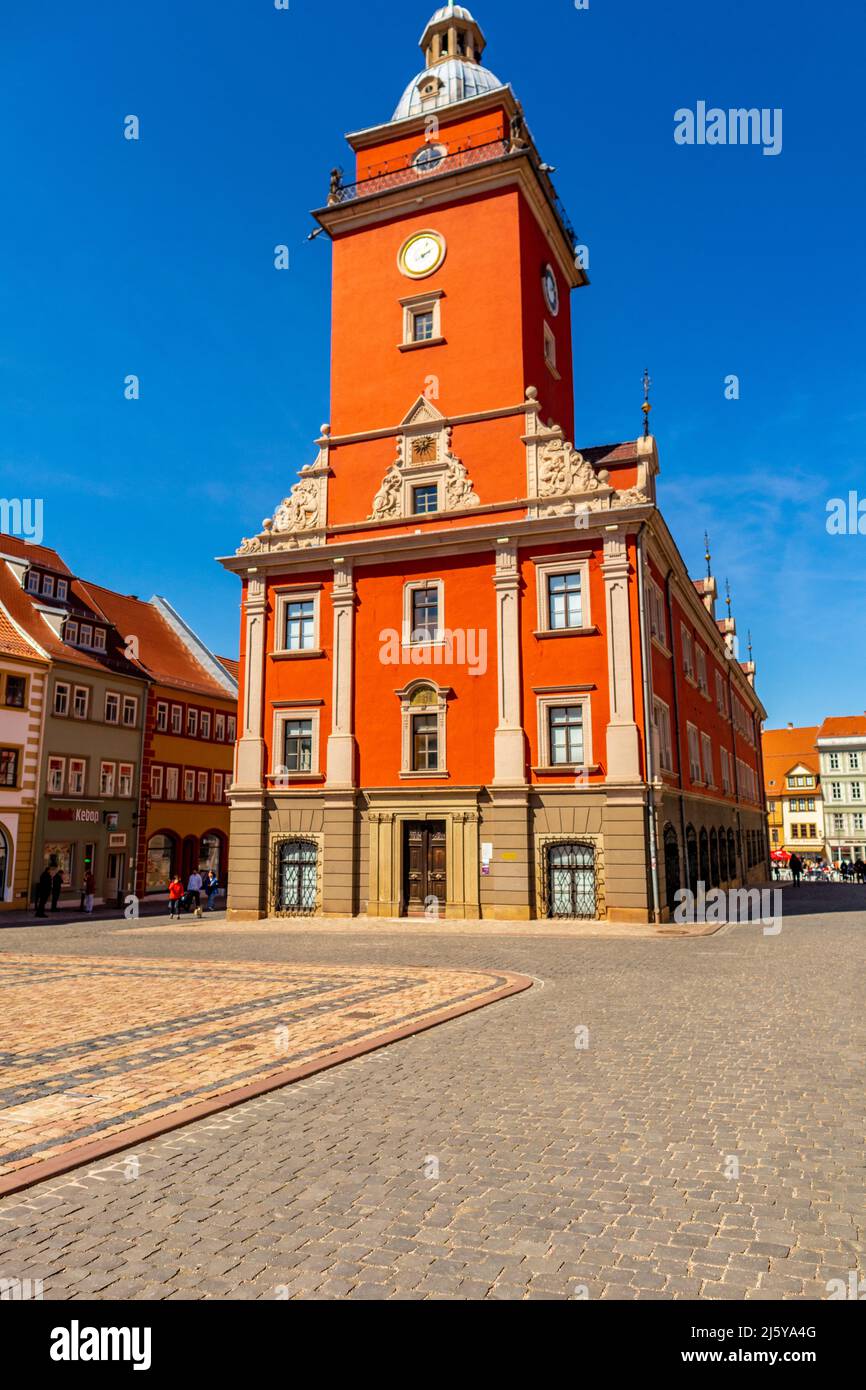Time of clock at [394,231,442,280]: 2:01
